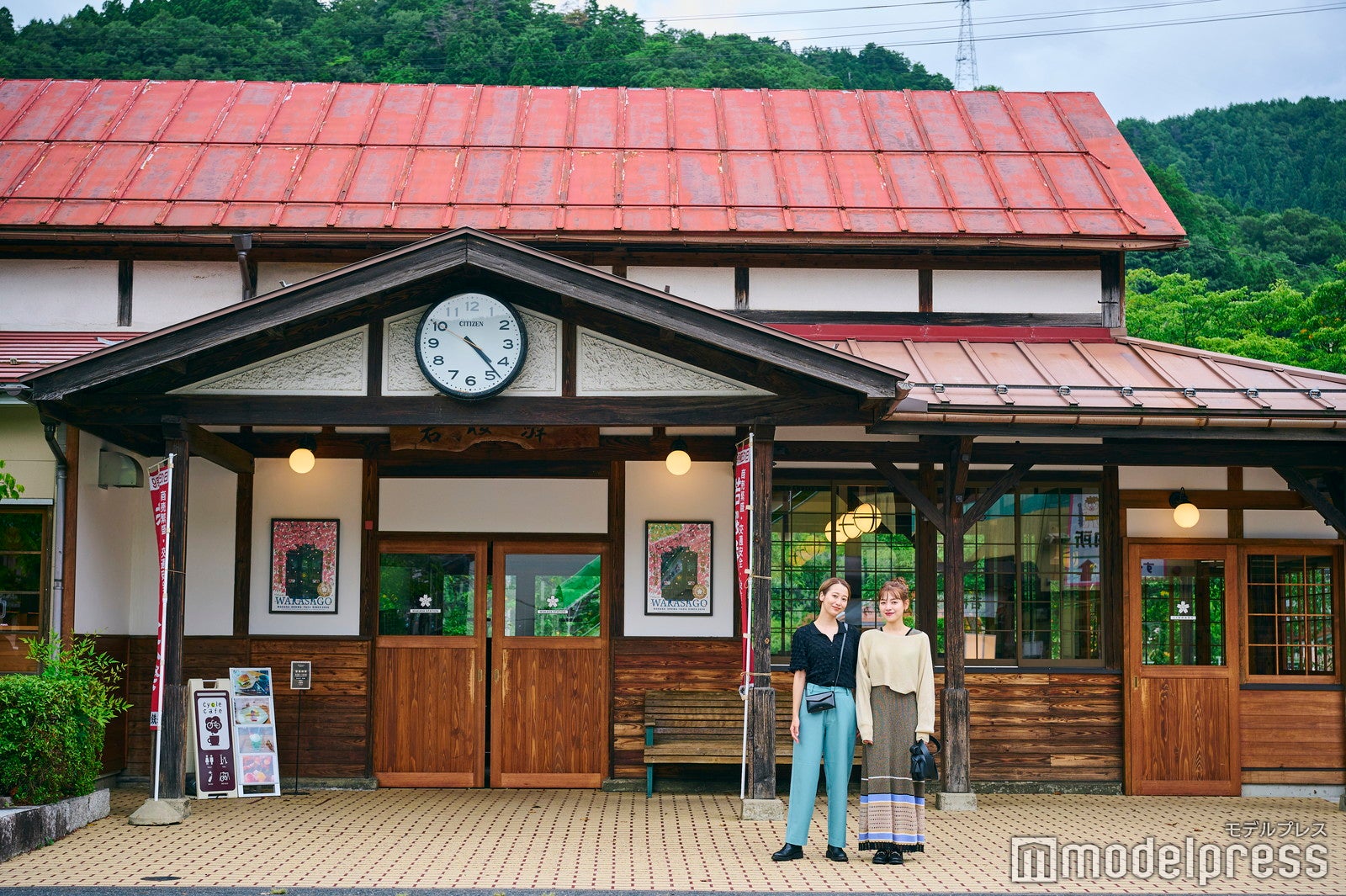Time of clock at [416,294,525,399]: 4:23
